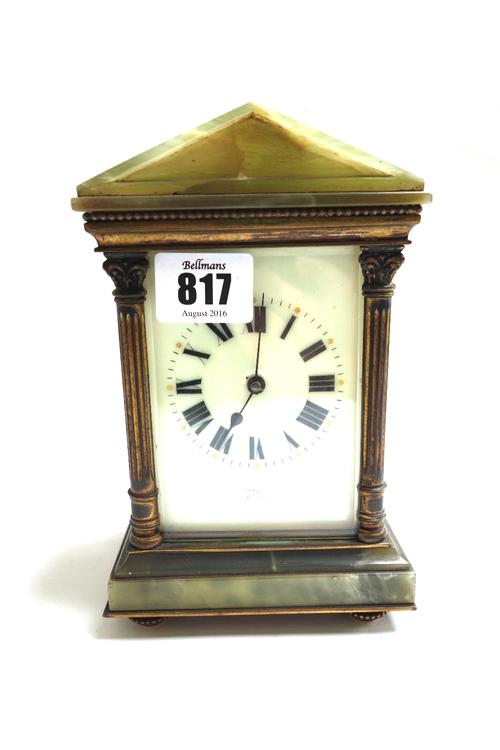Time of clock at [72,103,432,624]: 7:01
